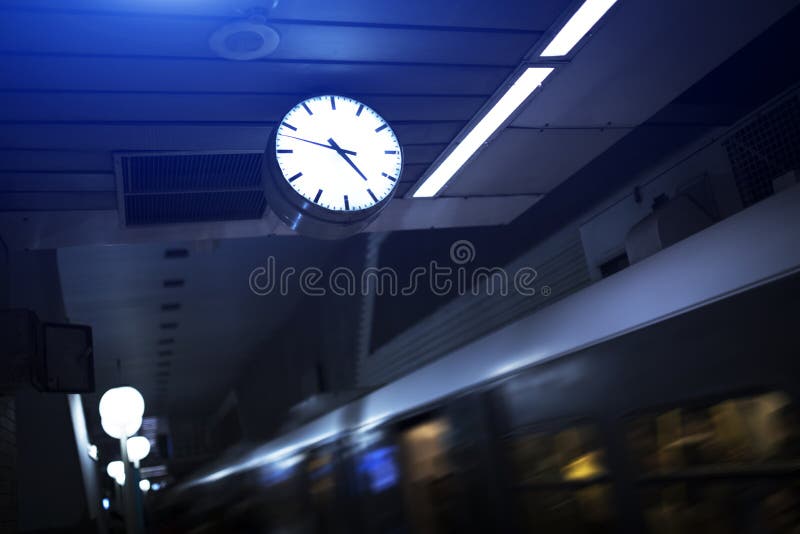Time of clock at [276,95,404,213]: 4:48
